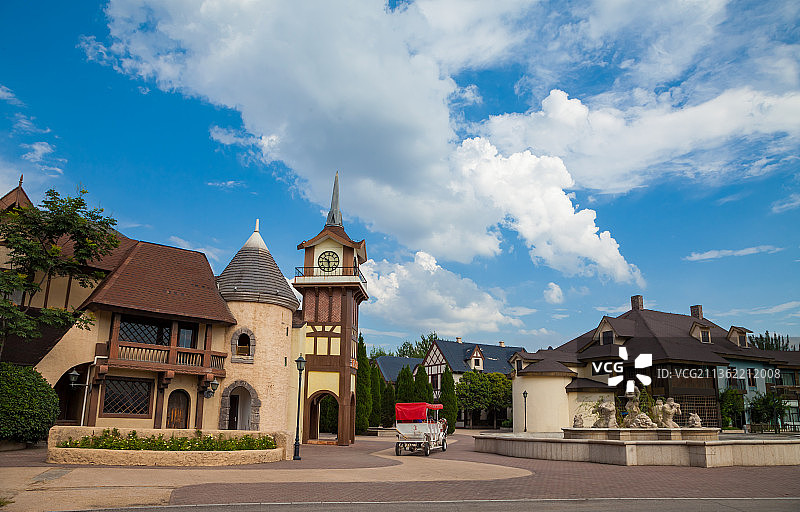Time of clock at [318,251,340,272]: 10:28
